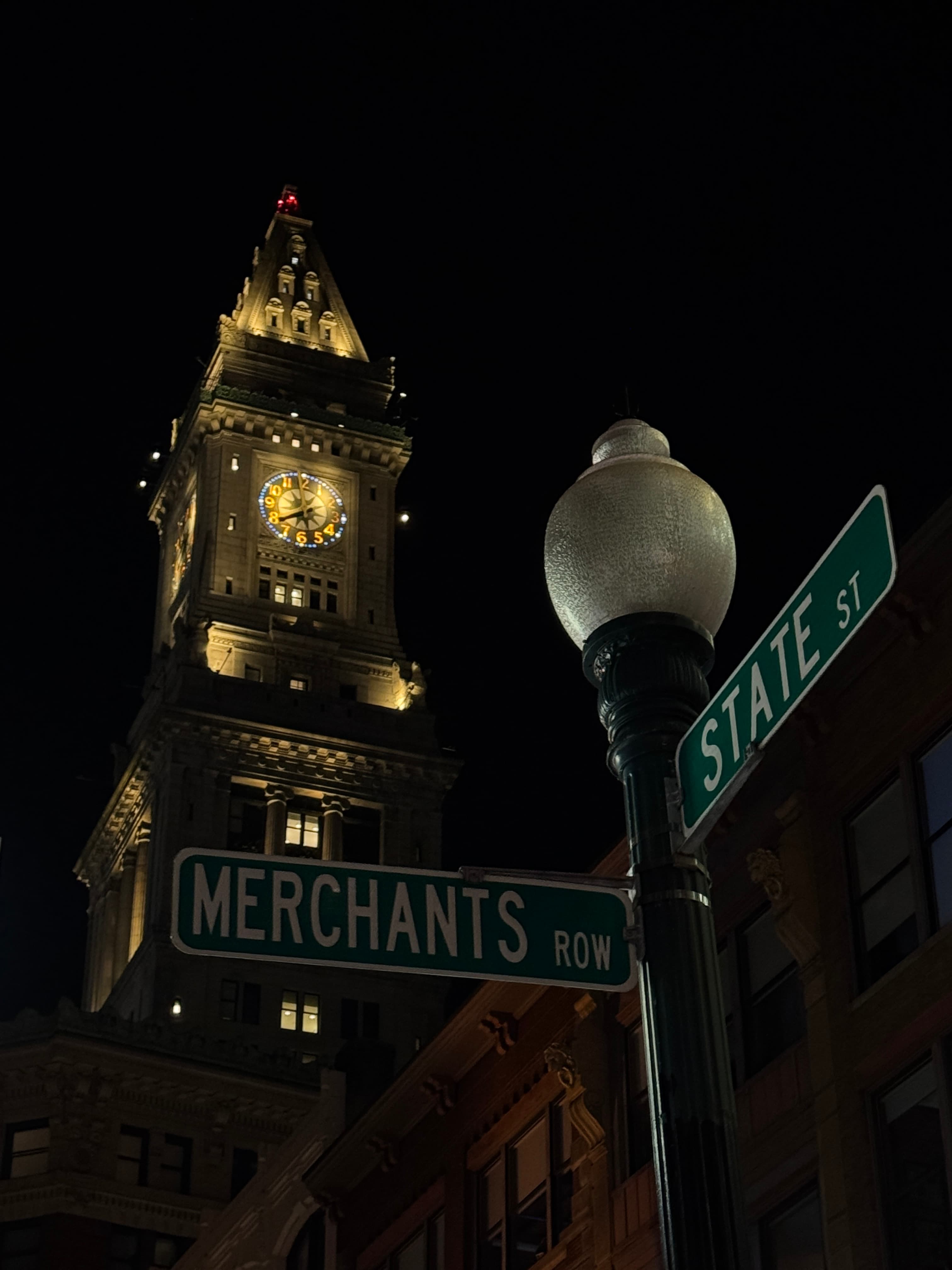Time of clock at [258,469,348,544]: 7:58
